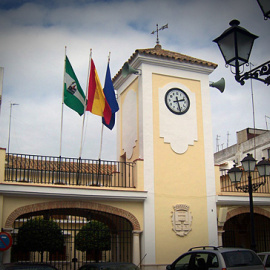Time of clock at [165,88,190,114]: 2:27
